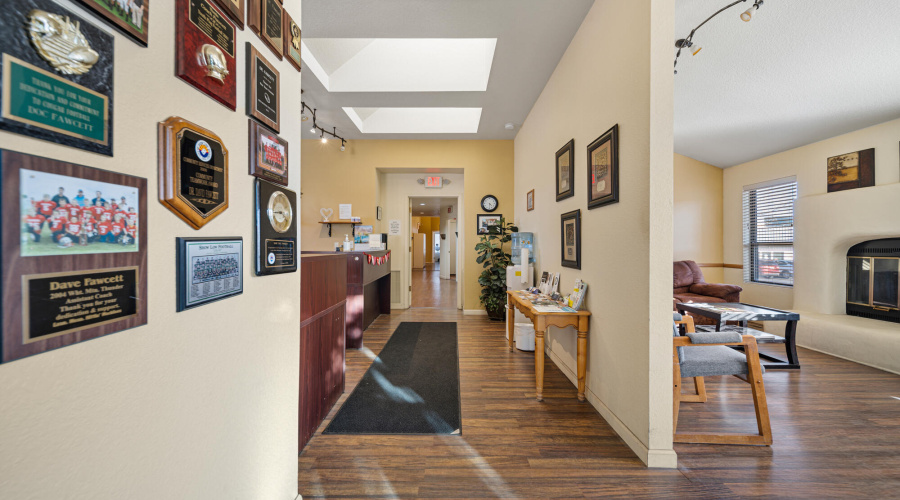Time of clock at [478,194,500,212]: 4:29
